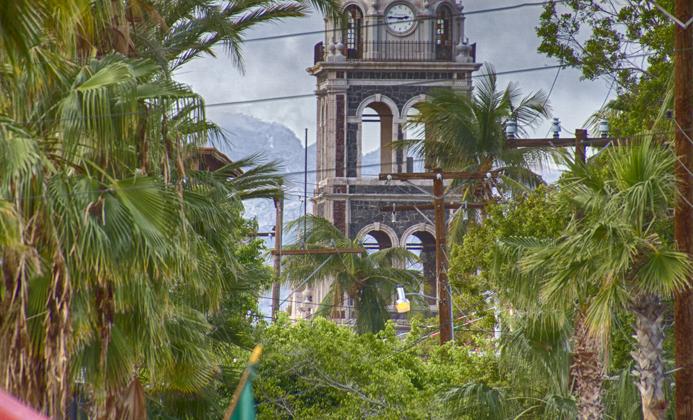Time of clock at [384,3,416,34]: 2:46
